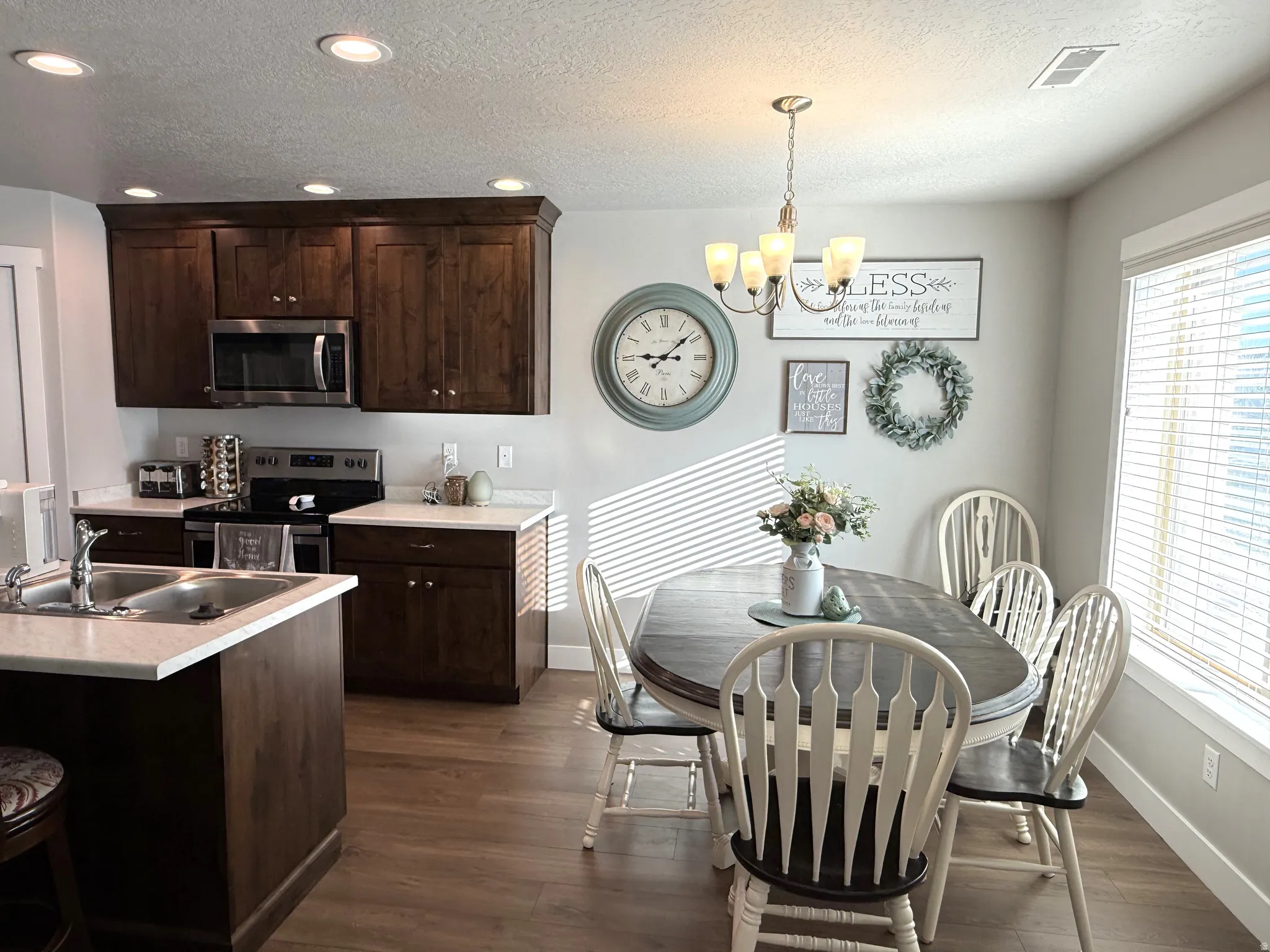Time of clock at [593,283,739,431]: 9:08
